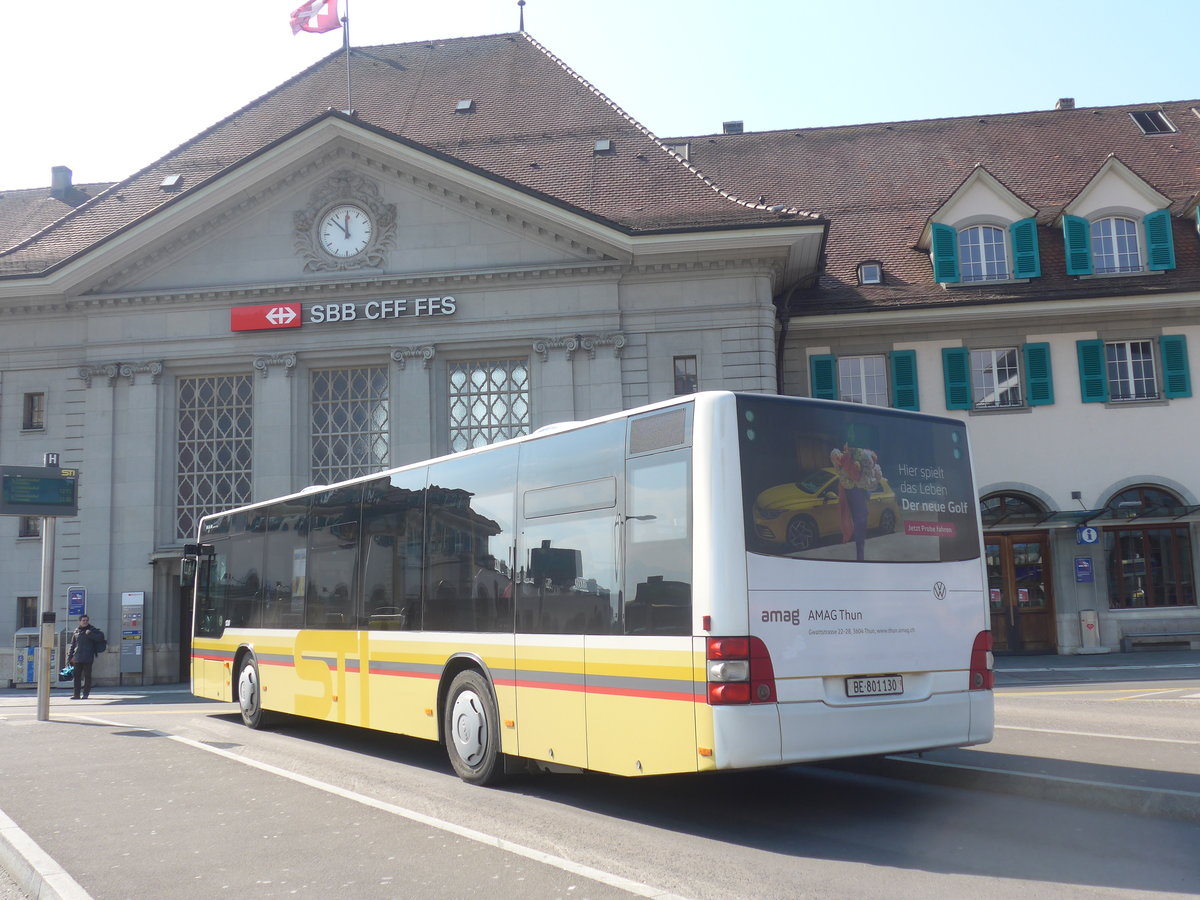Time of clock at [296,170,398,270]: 11:52
